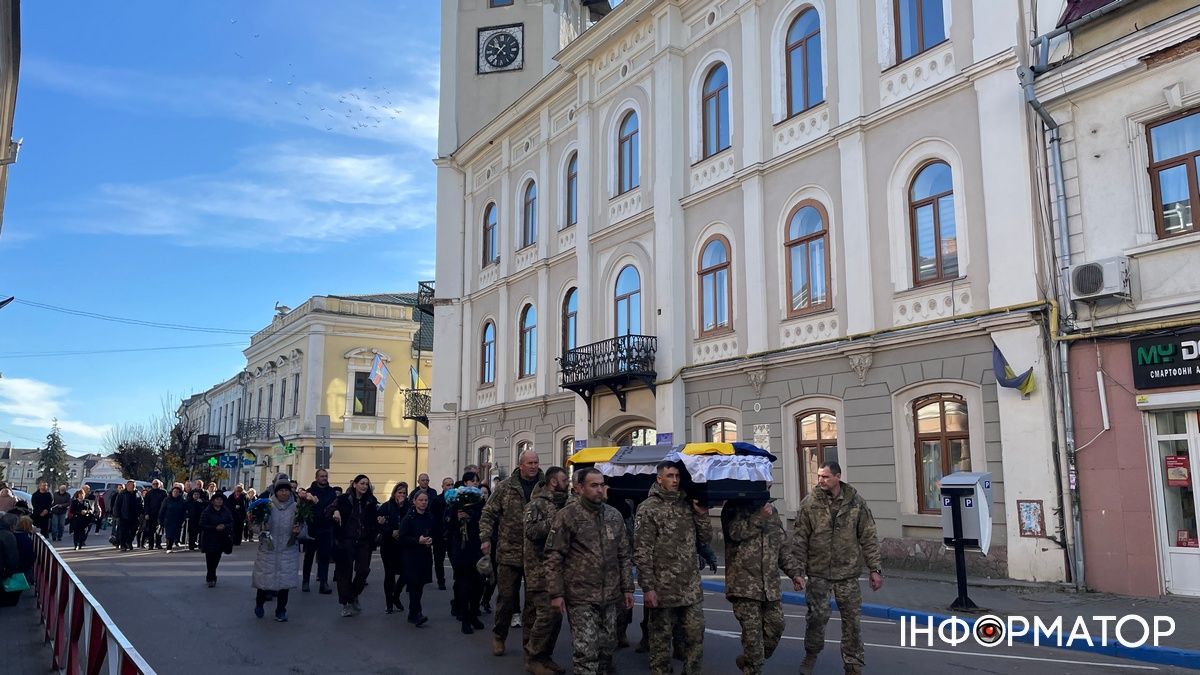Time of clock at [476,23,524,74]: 10:36
